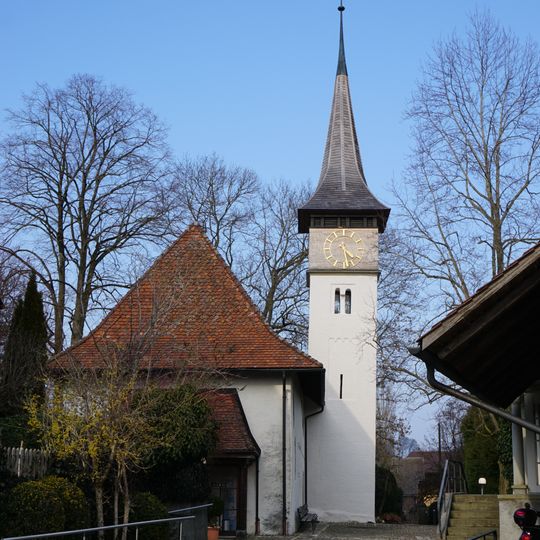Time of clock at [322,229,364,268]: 4:27
